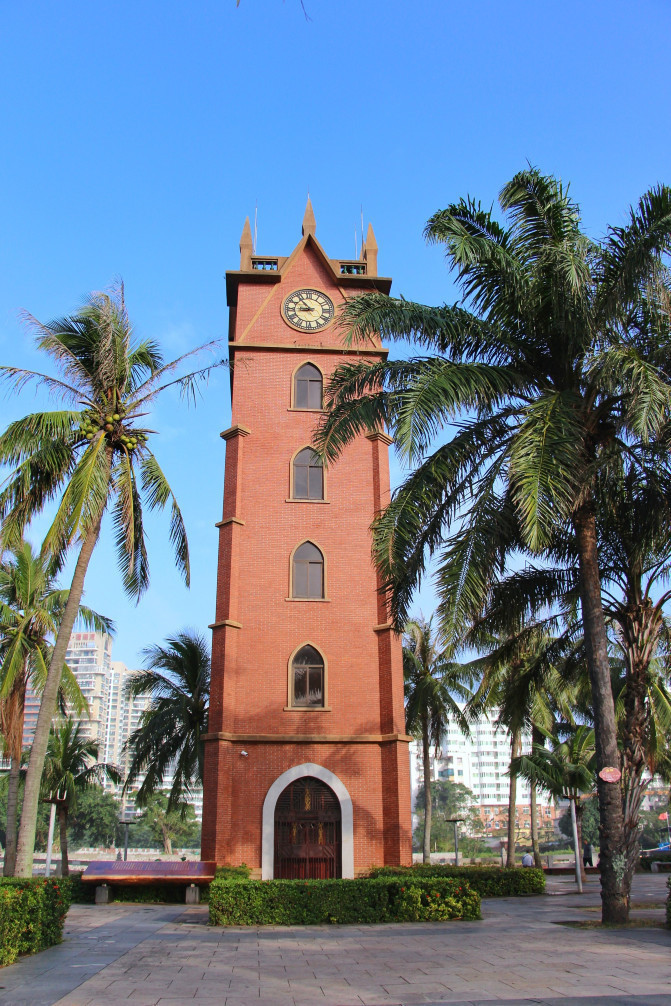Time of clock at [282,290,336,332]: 8:53
